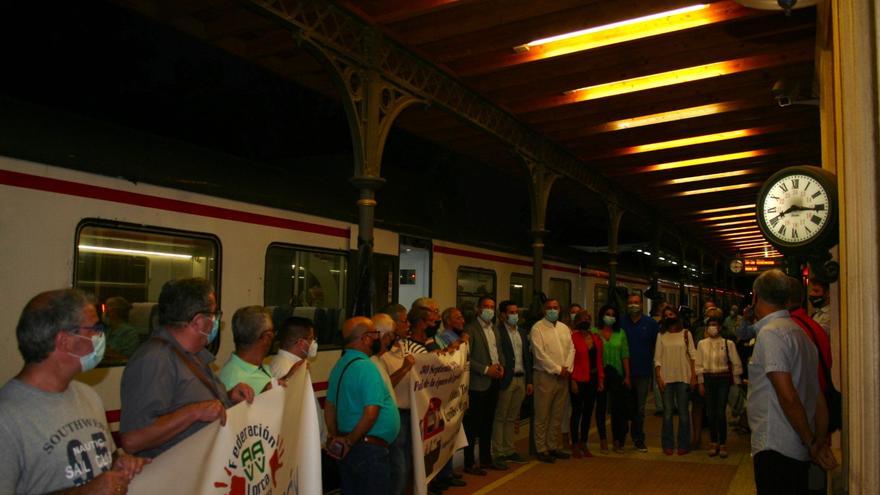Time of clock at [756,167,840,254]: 8:15
